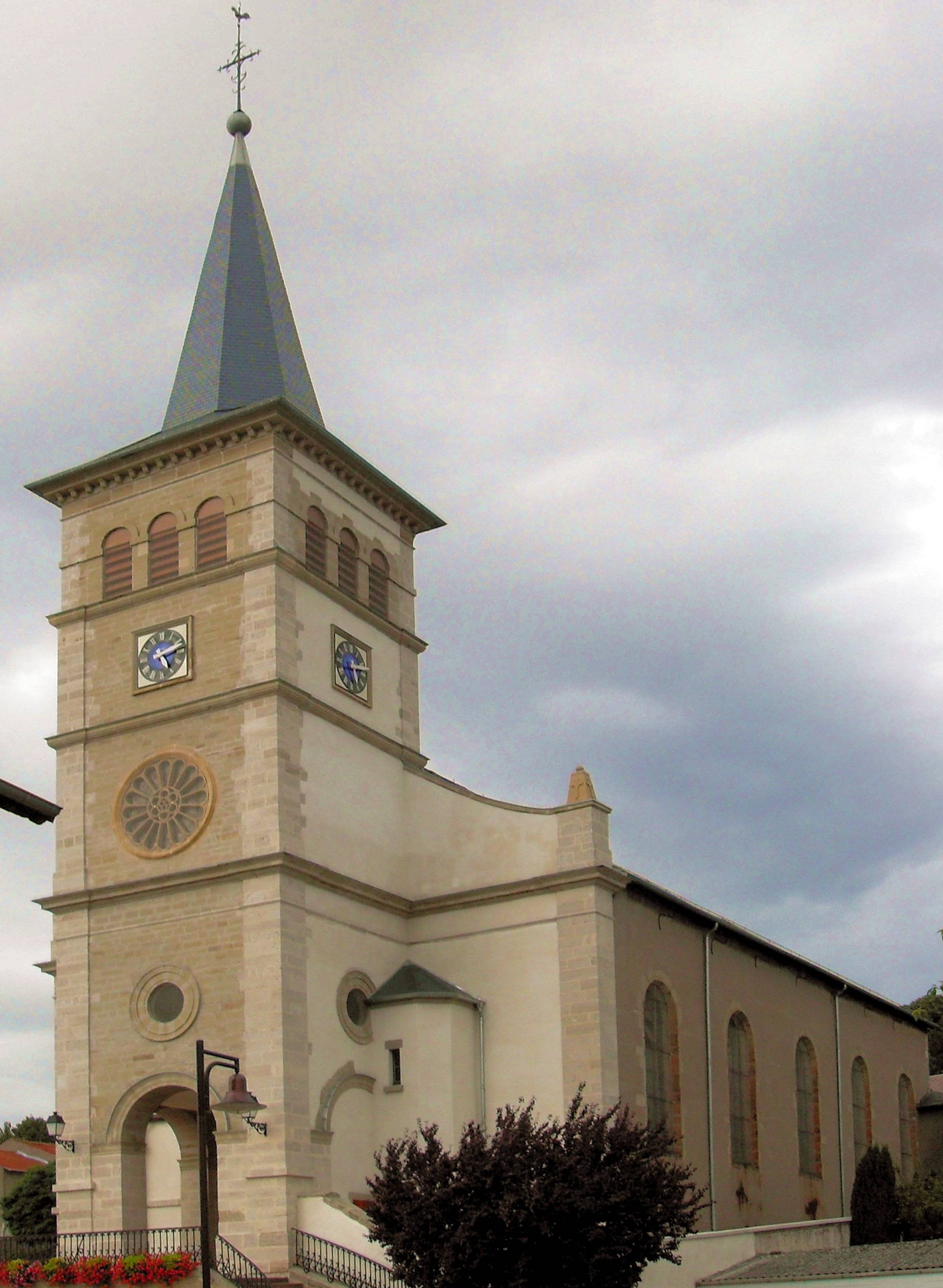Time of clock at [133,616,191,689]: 5:13
